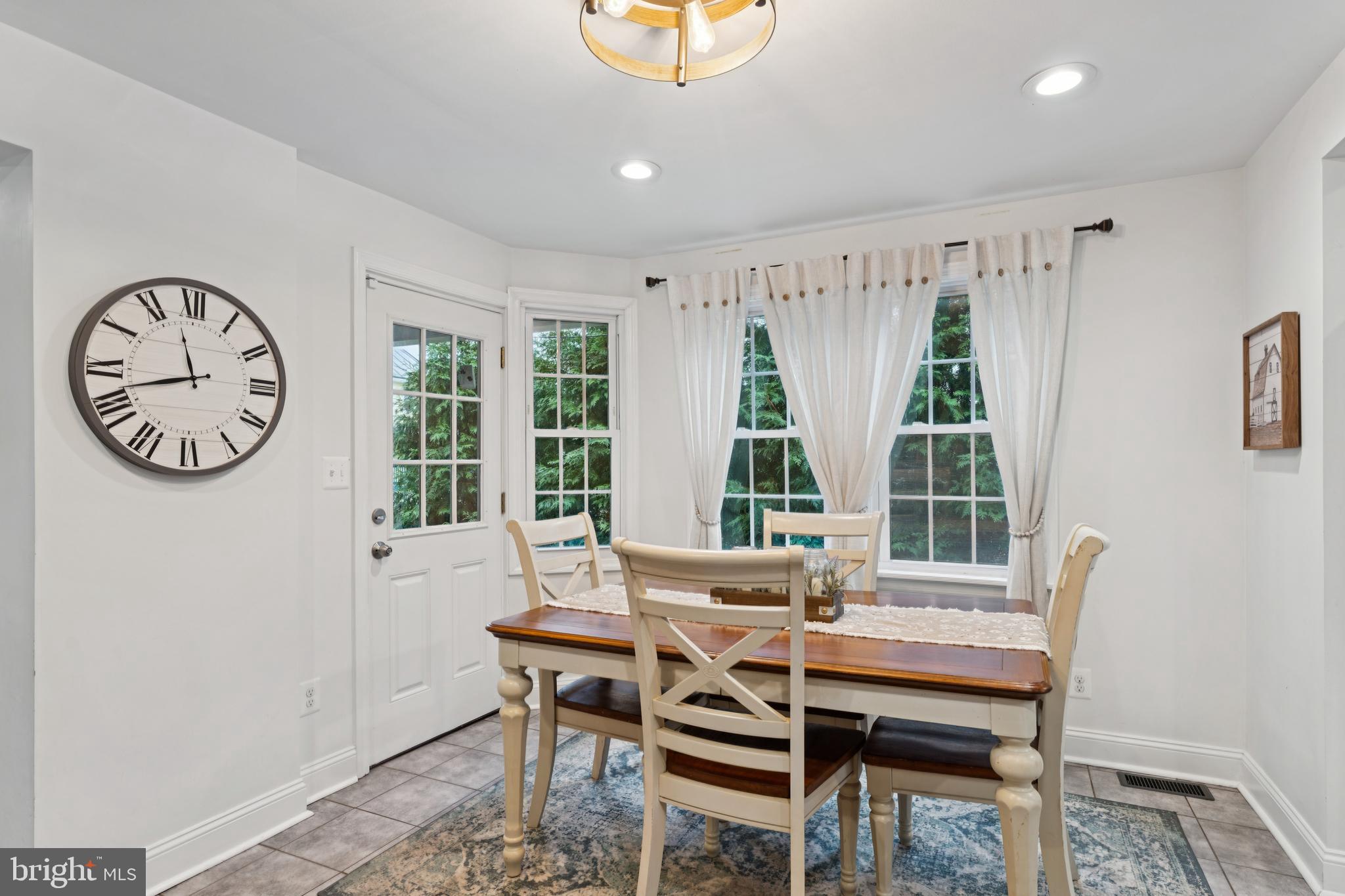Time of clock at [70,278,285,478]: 11:41
